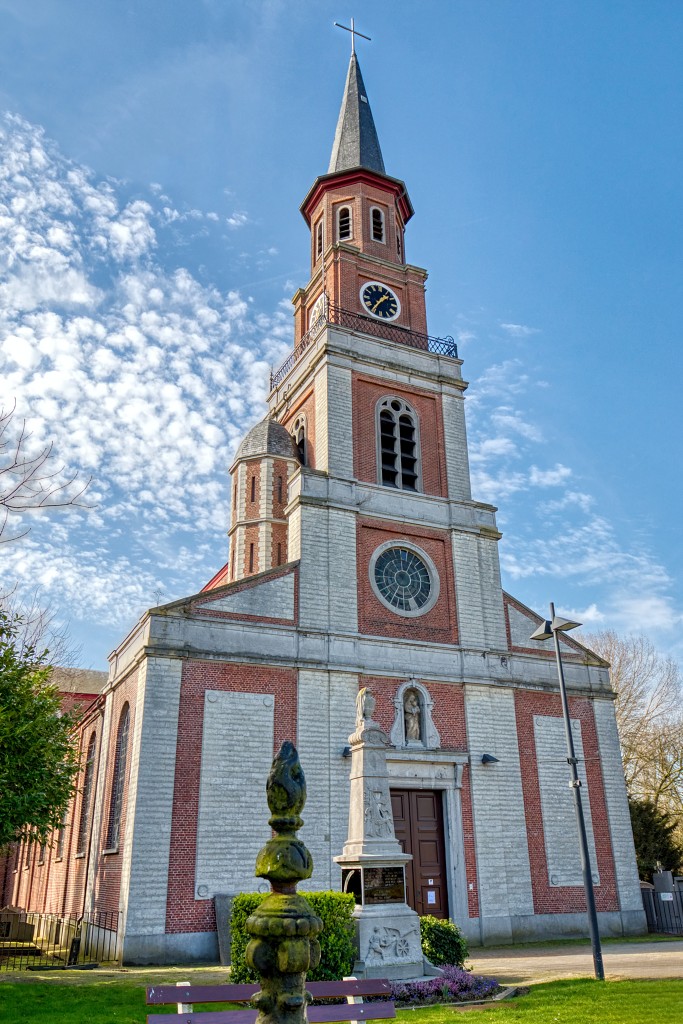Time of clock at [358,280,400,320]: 1:35
